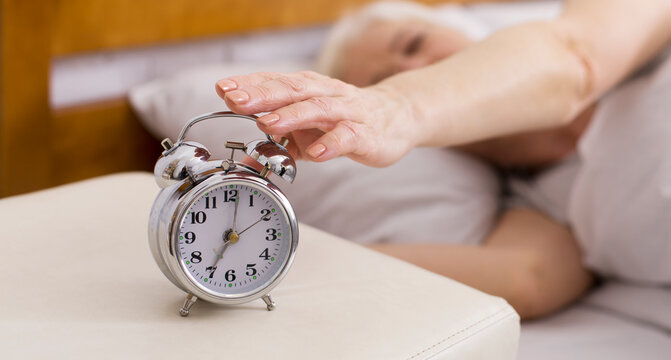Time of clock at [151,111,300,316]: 7:01
